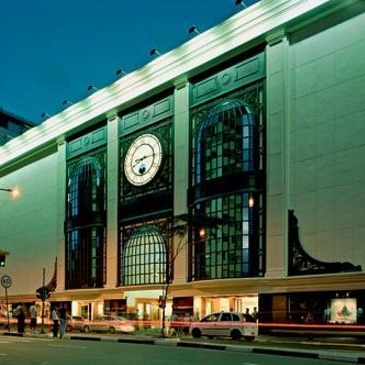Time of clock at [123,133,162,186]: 8:14
